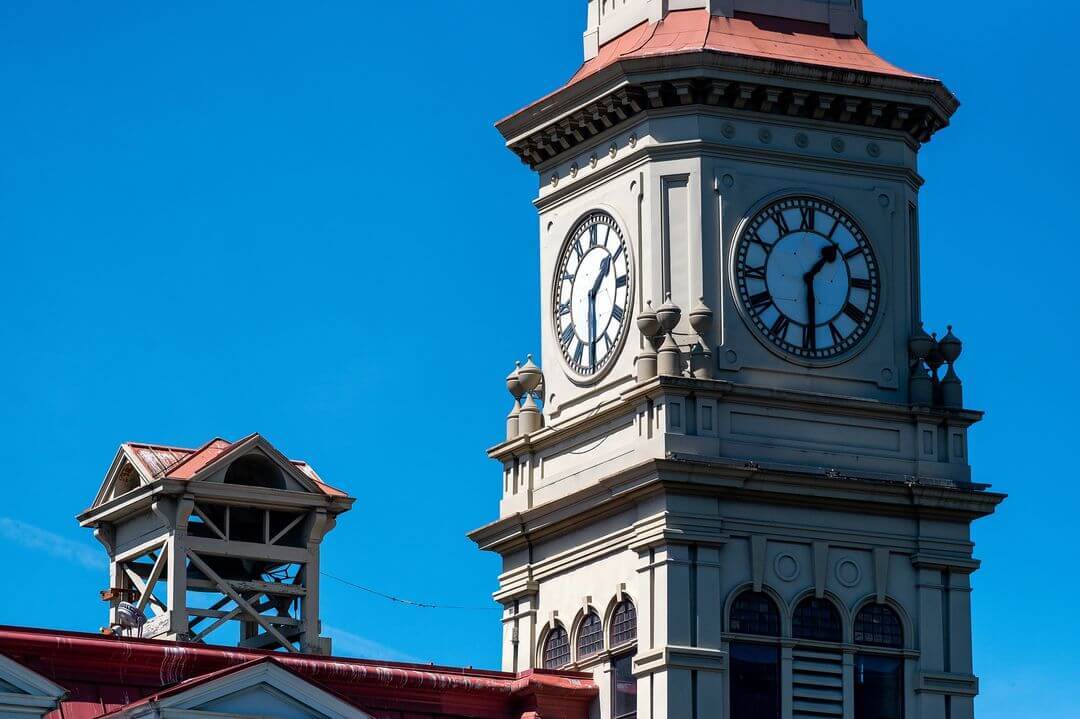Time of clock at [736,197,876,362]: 1:29
